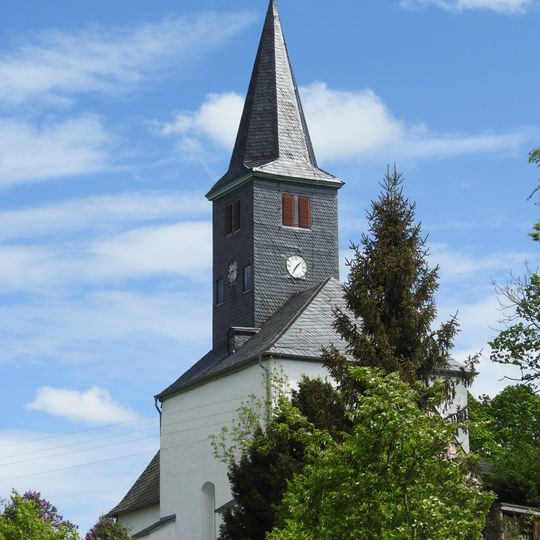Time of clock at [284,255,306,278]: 1:36
